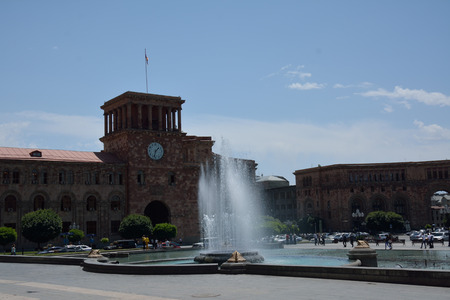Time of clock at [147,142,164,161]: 1:33
